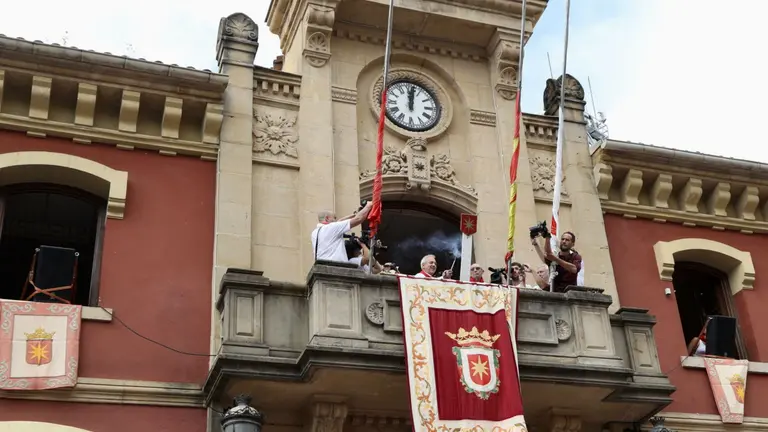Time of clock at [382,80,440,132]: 12:01
